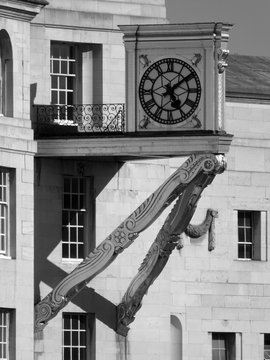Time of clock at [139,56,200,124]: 5:08
